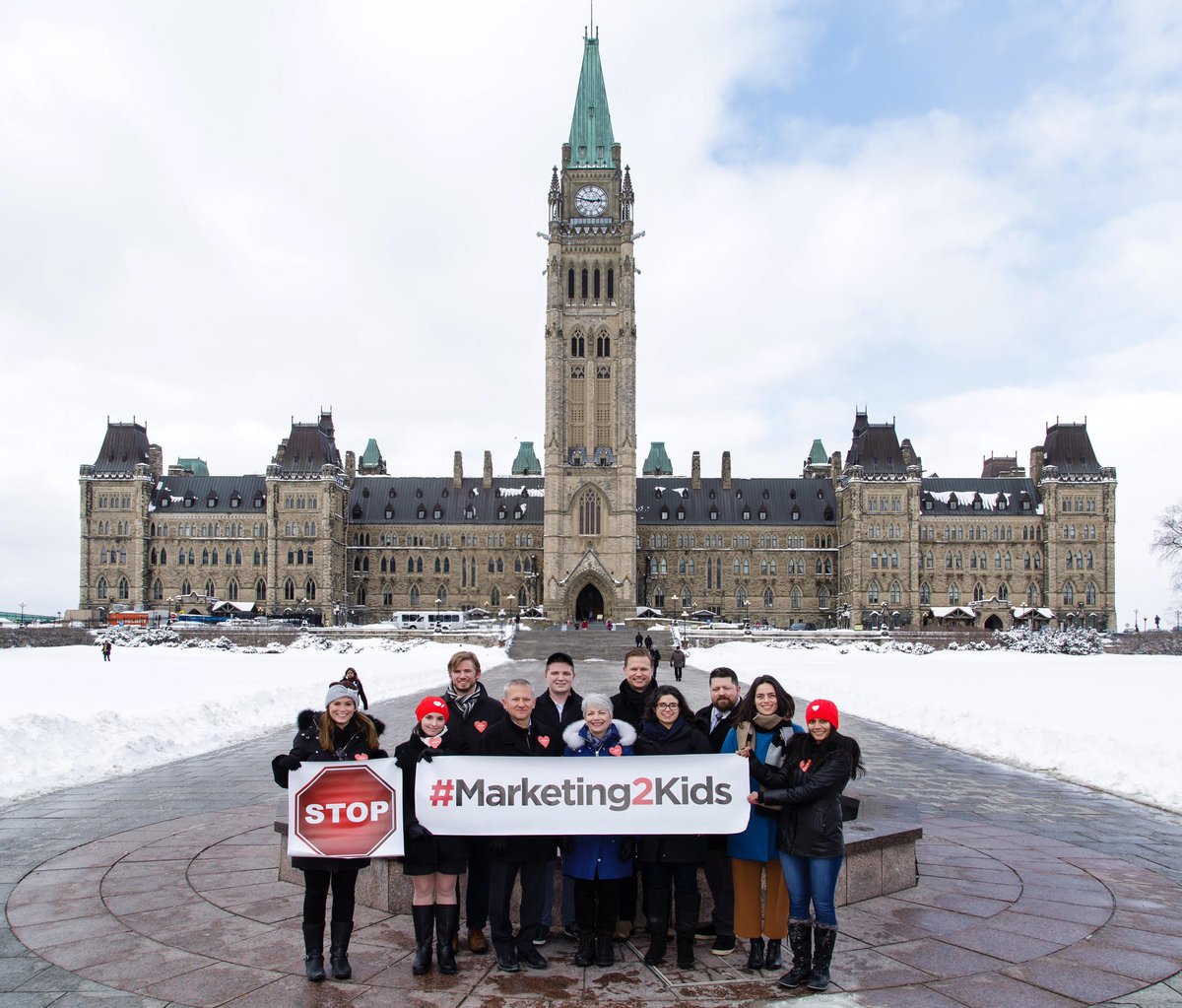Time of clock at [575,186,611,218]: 2:47
